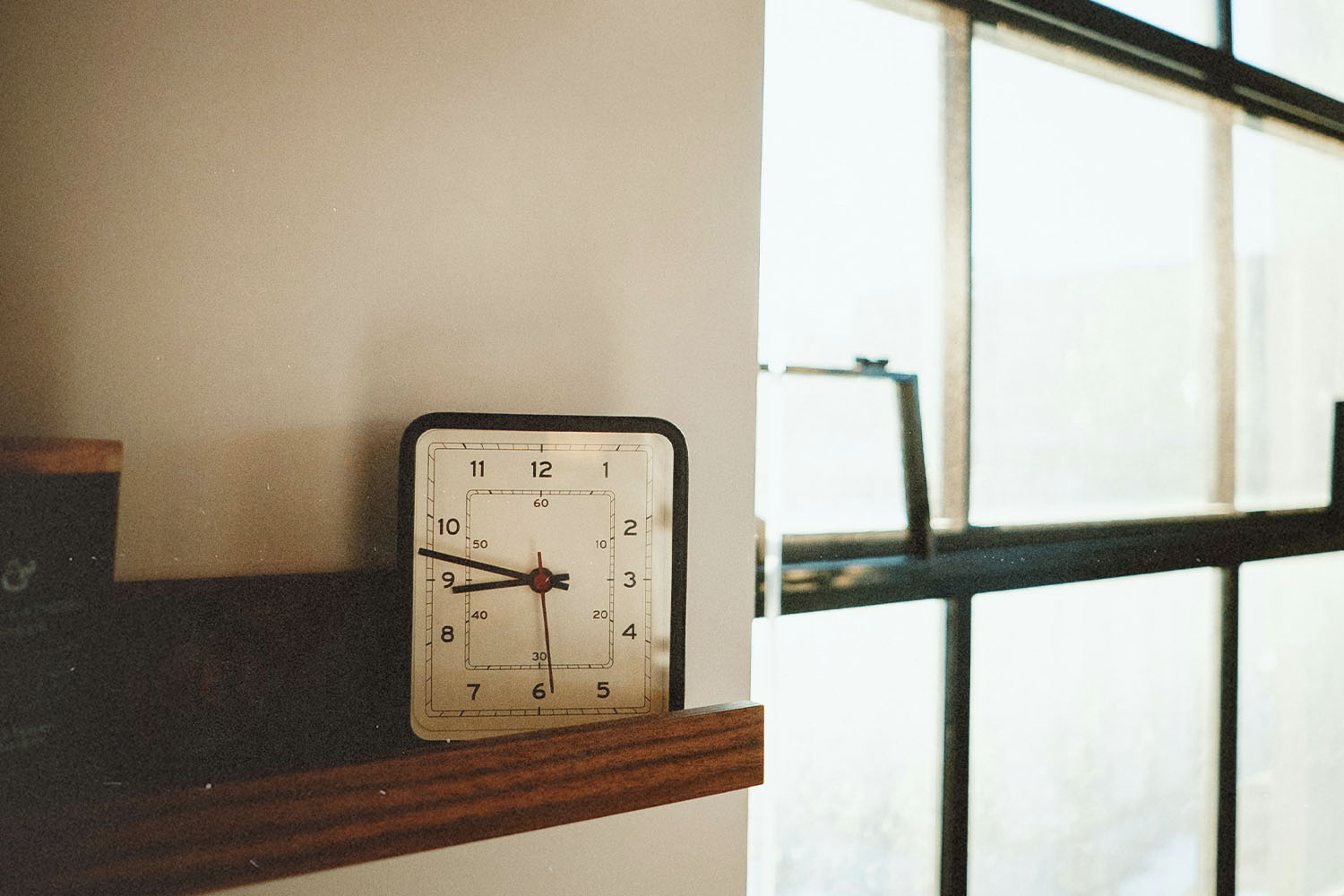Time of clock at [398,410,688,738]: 8:47
